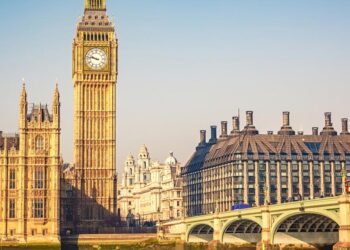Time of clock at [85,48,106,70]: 9:47
